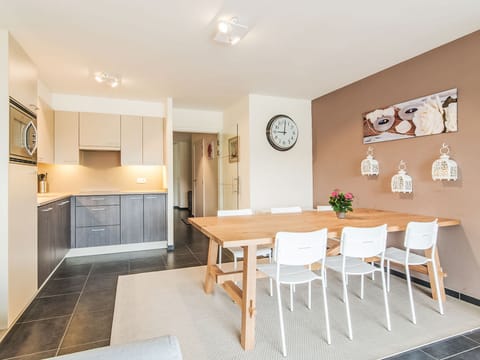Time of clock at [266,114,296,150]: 9:01
